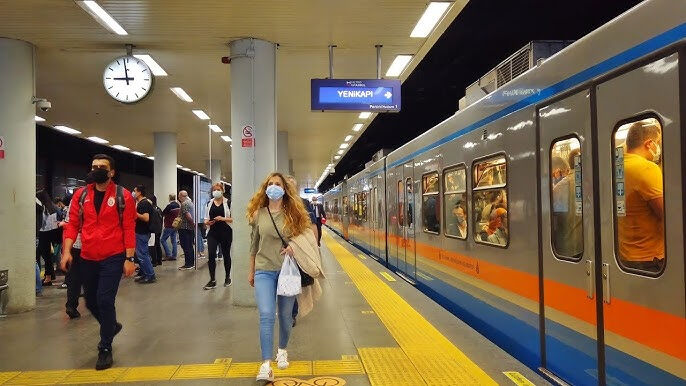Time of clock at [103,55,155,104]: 8:58
